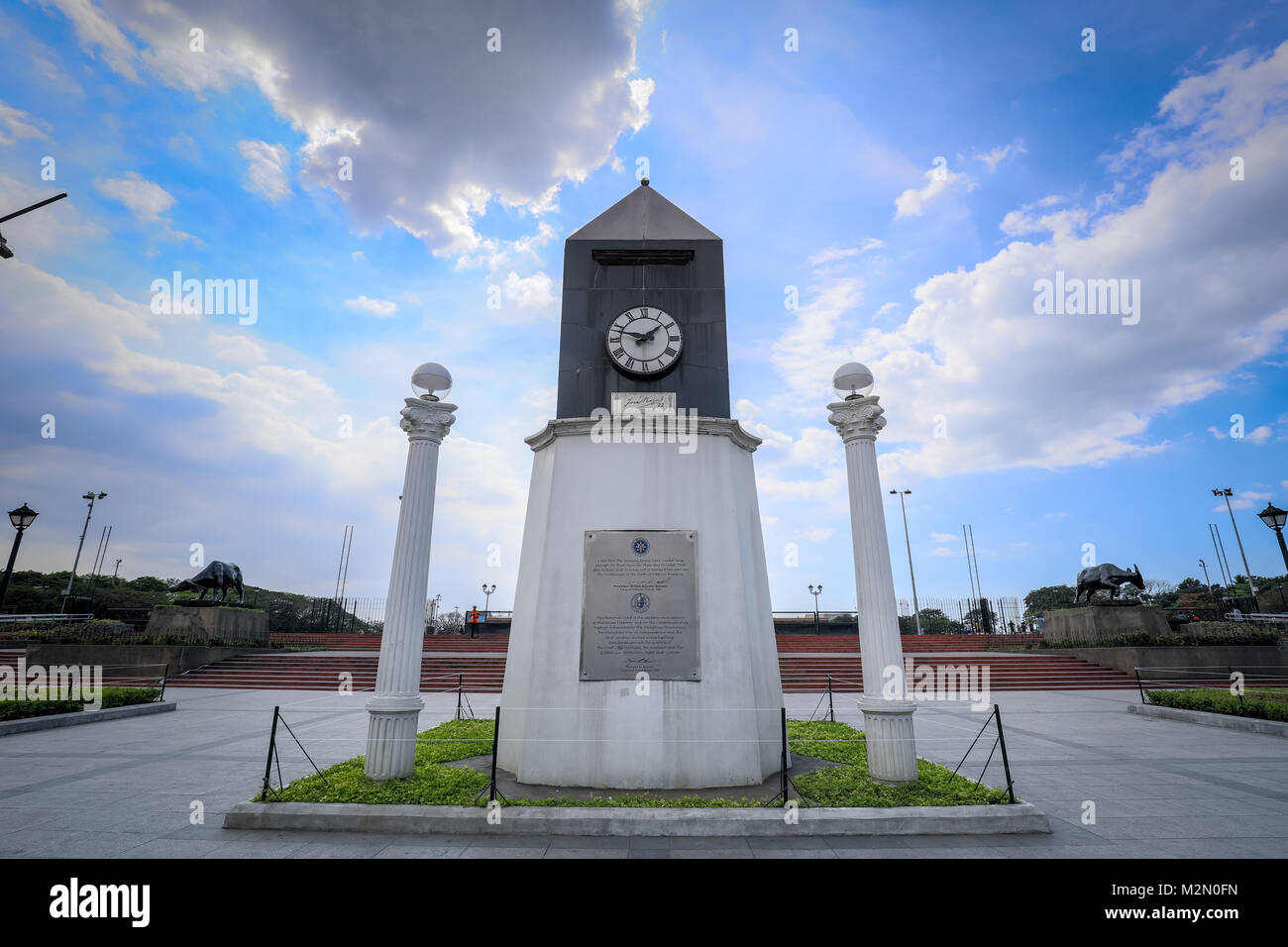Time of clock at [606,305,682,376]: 1:47
